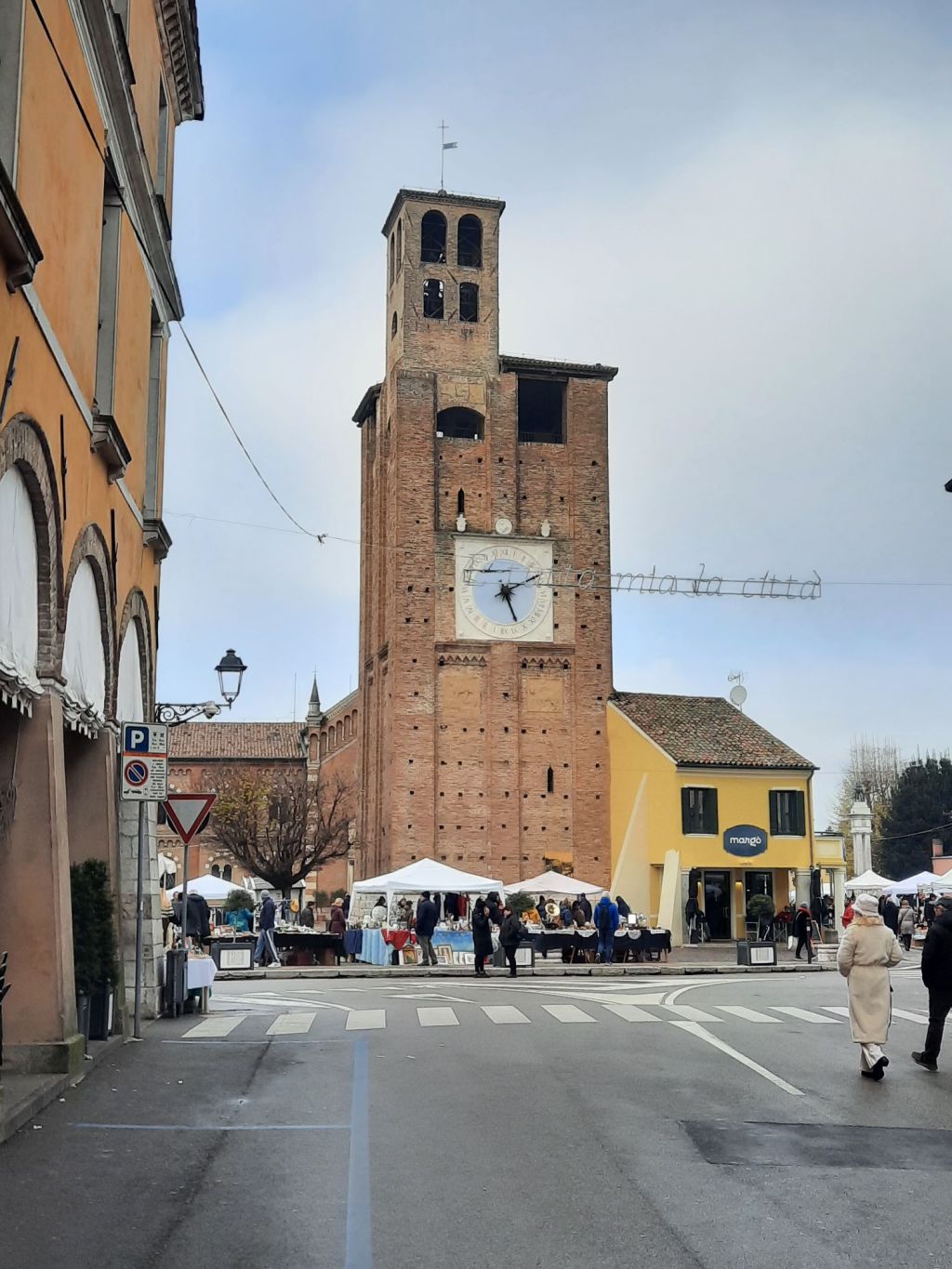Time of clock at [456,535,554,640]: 5:11
